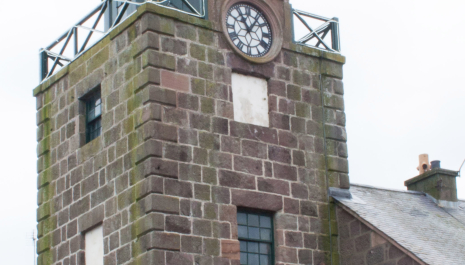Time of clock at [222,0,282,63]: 11:06
